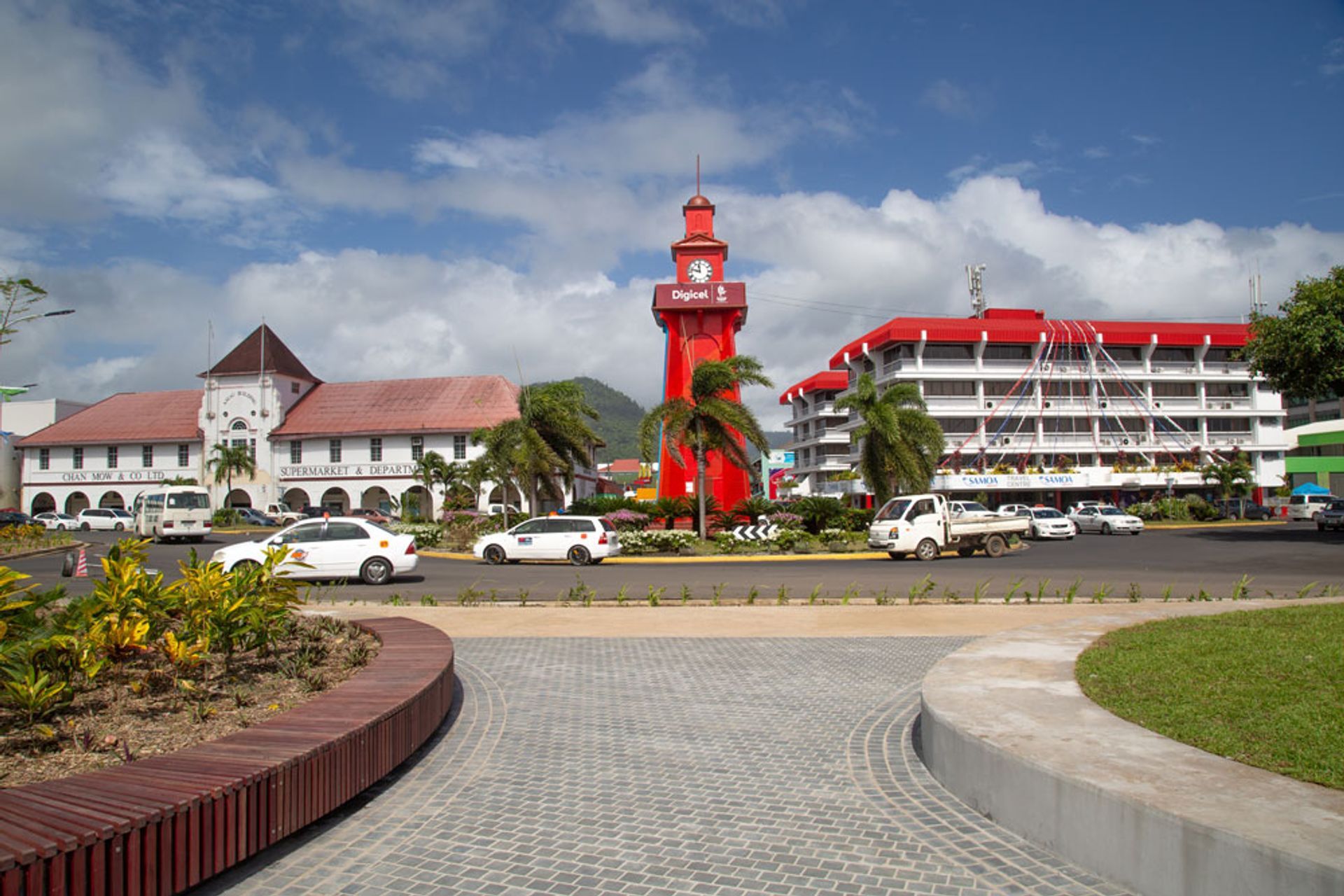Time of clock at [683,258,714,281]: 11:47
